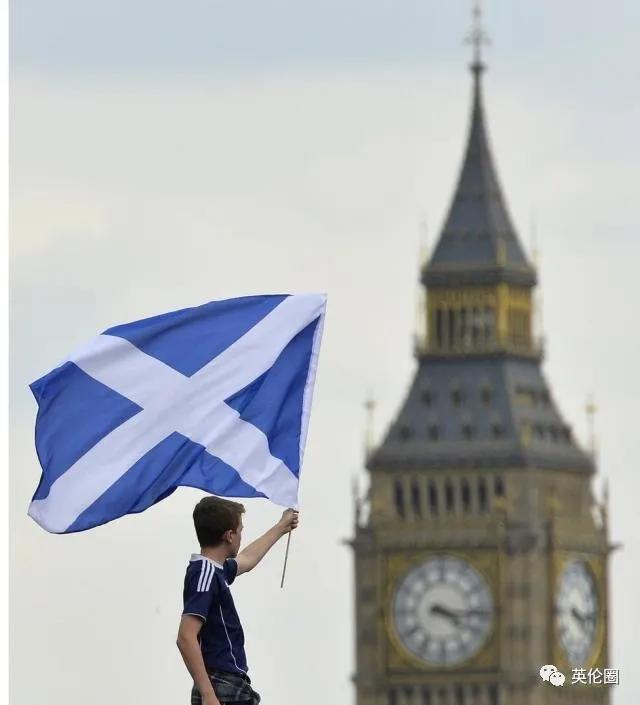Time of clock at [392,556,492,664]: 4:16
